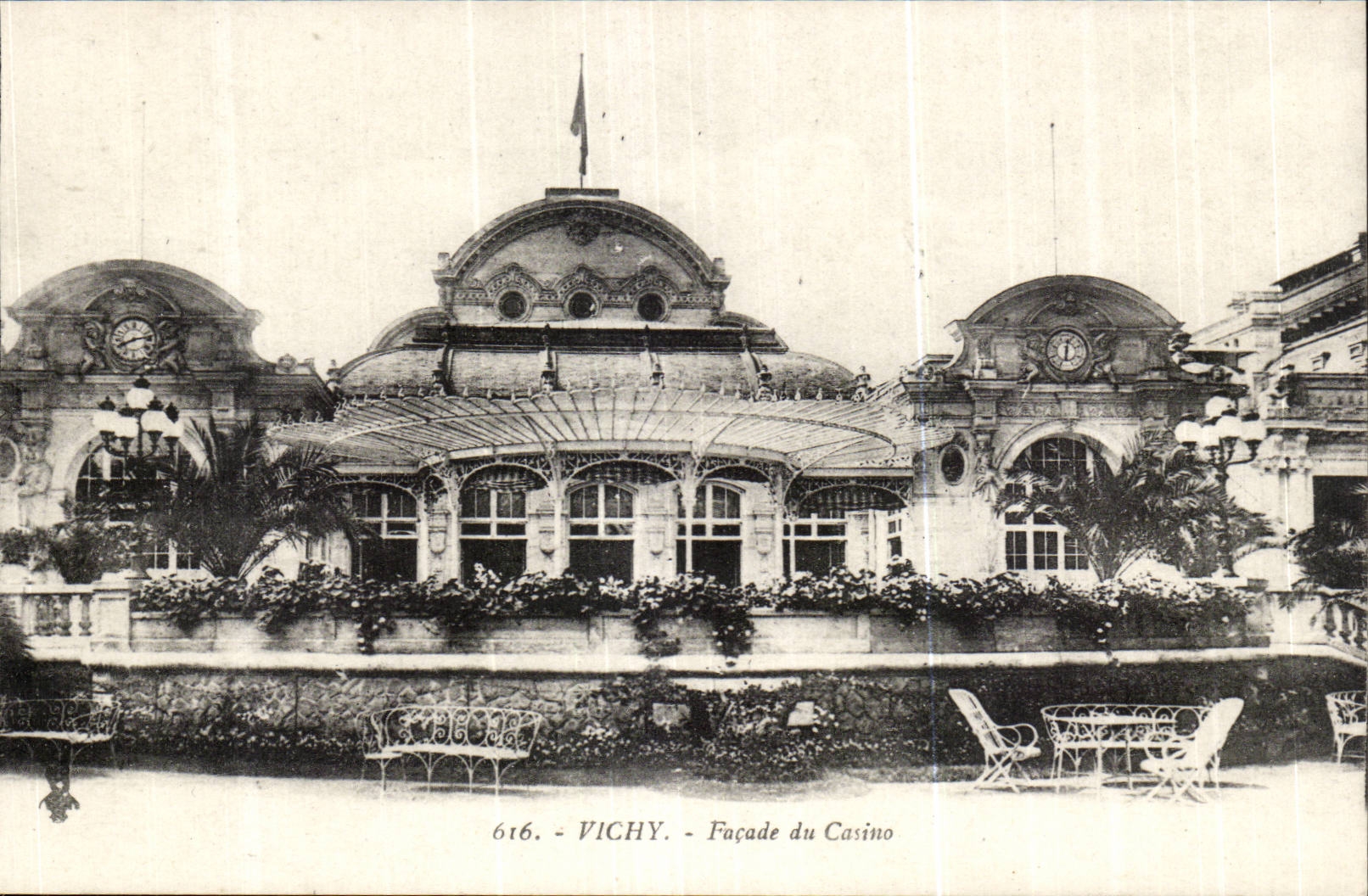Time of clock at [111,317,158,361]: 8:12
